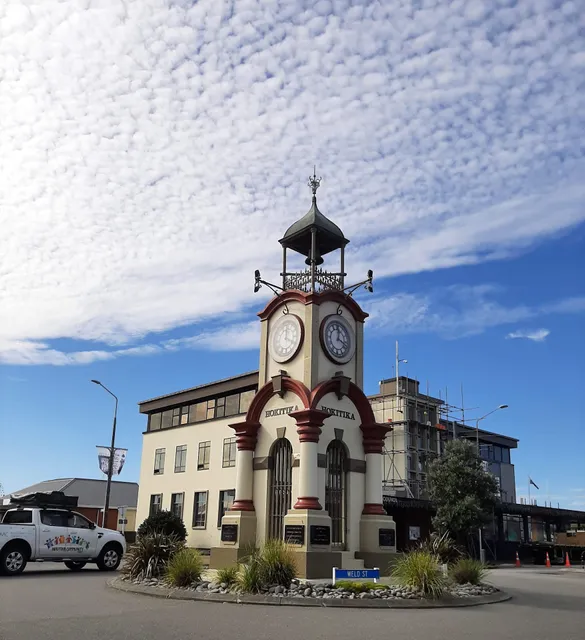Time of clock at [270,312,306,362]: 12:19
